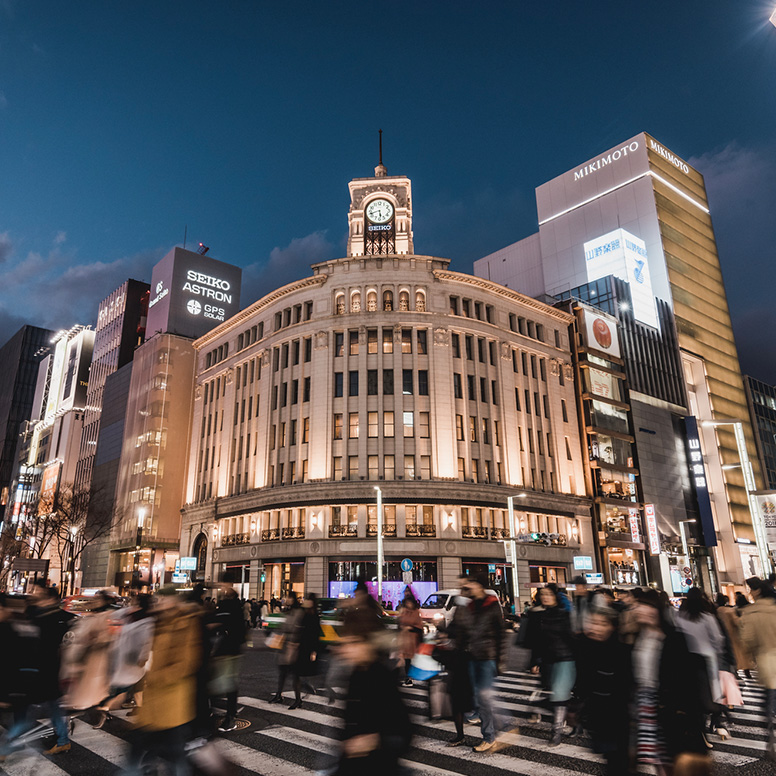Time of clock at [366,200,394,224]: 5:42
